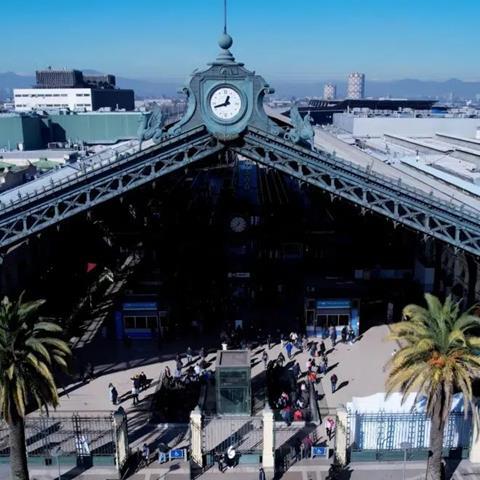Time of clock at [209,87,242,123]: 12:42
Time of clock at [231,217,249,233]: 12:38
